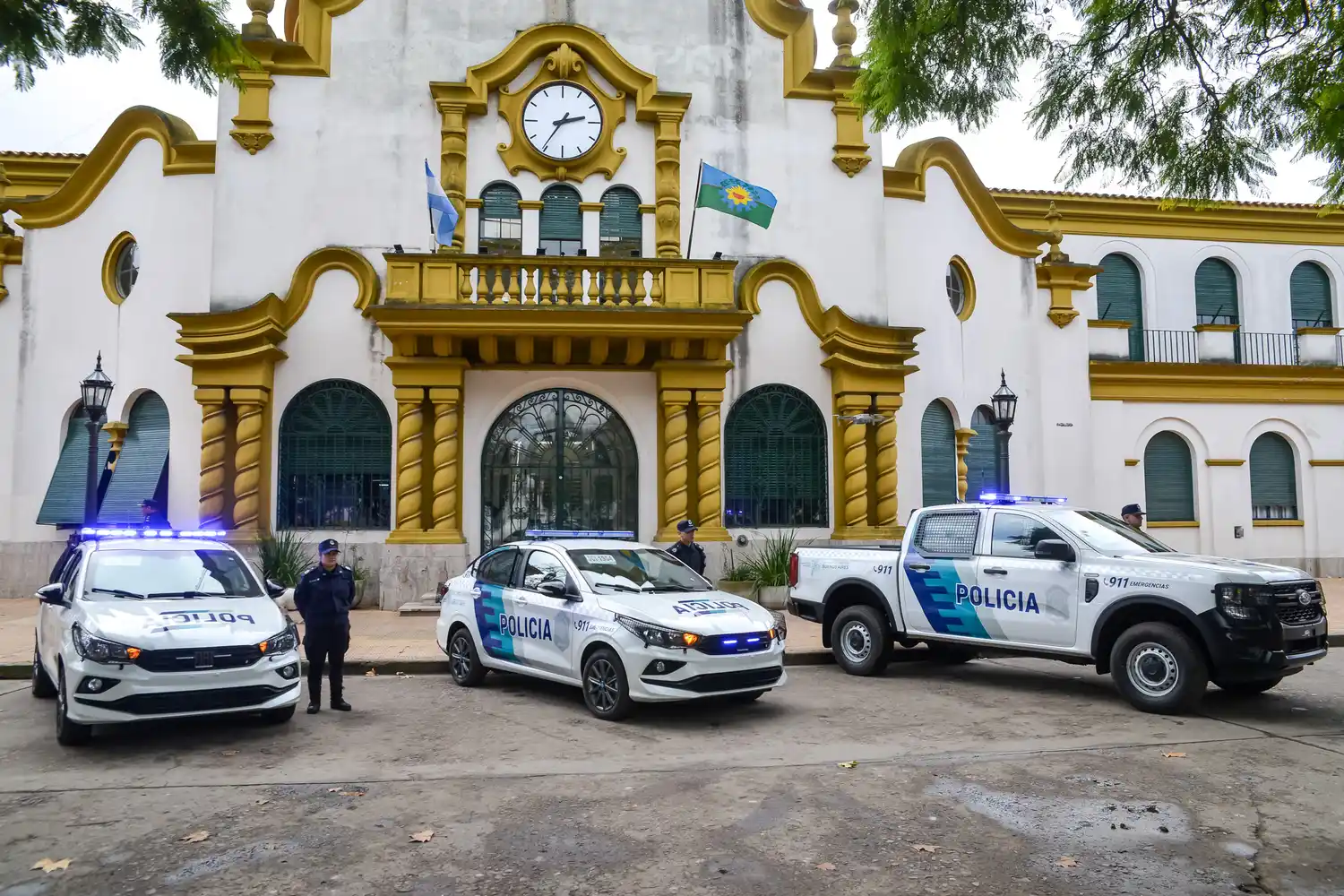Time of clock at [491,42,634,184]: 2:35
